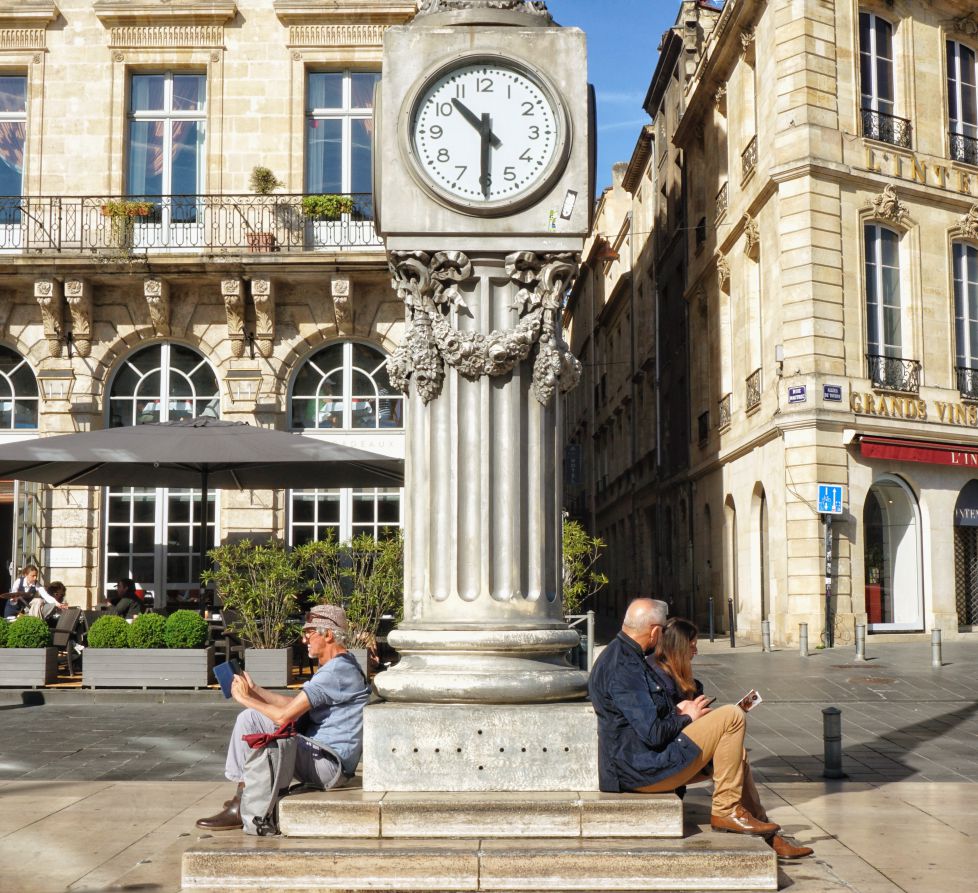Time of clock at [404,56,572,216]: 10:30
